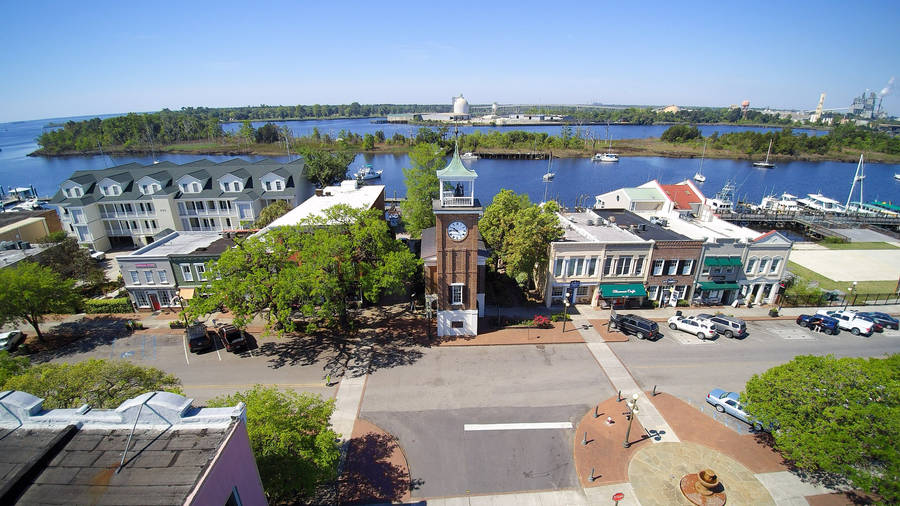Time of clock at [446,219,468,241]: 9:45
